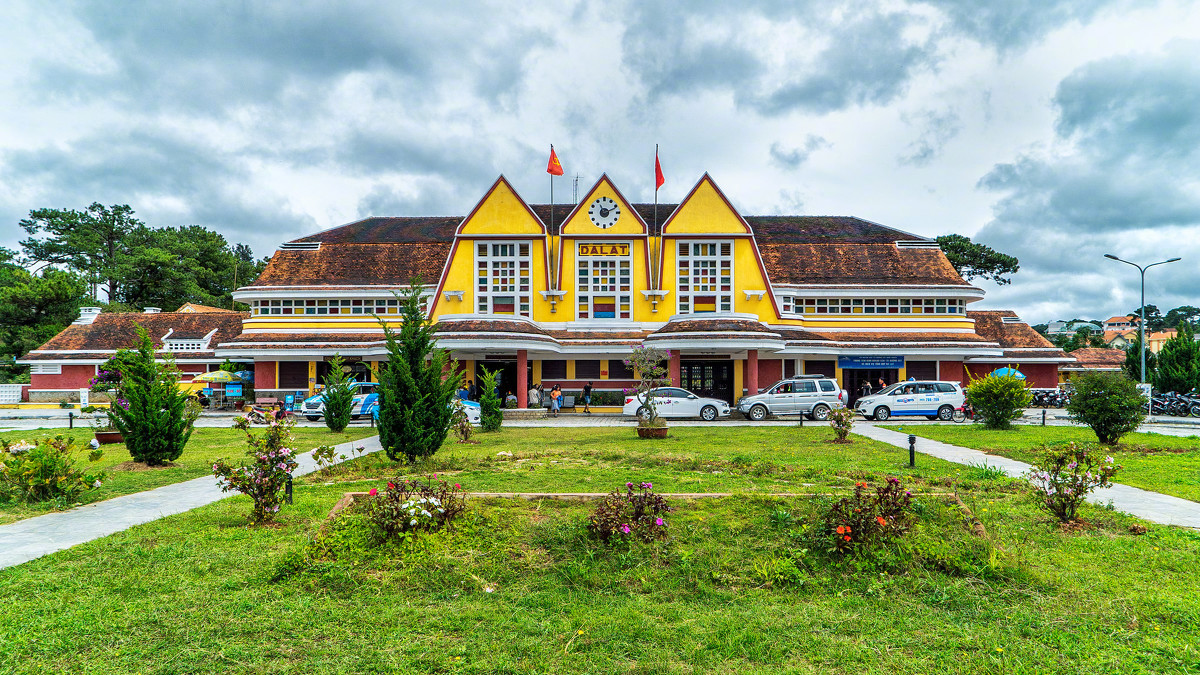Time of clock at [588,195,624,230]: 11:11
